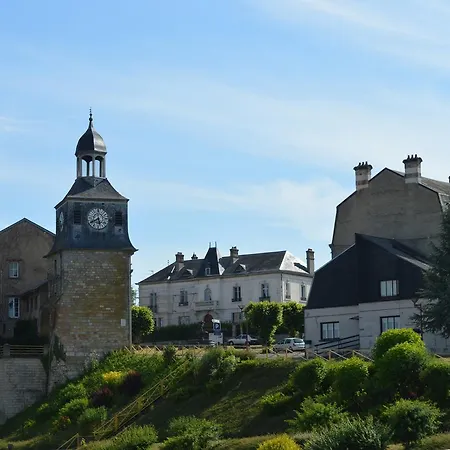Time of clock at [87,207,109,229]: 5:40
